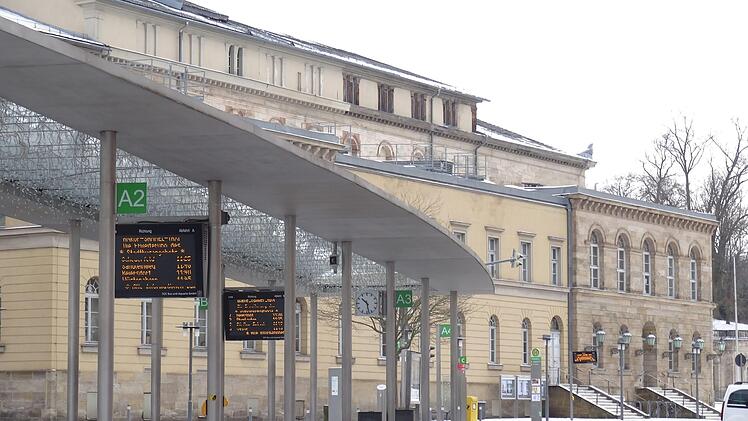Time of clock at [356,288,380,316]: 10:28
